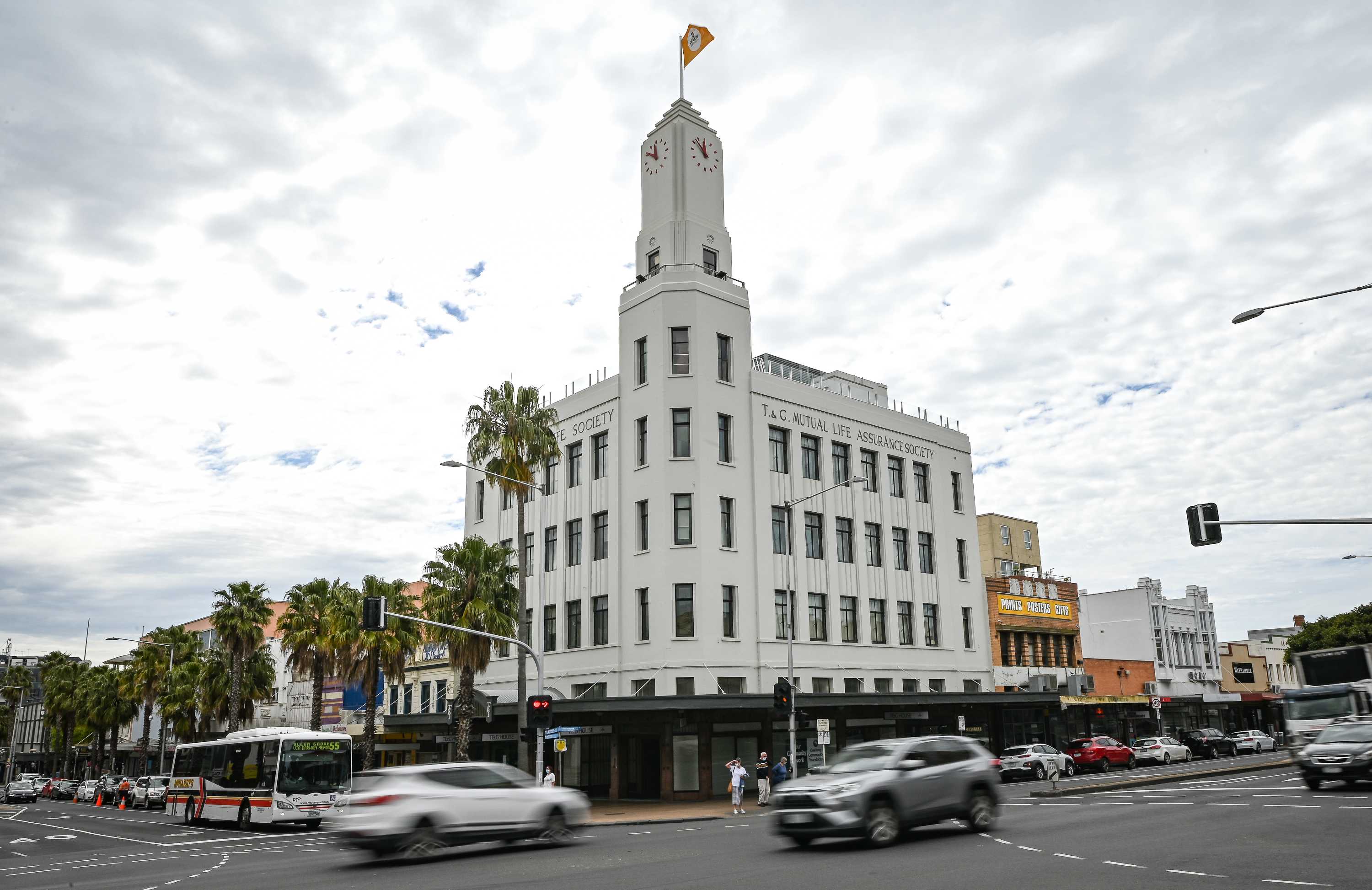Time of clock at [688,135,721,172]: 11:52
